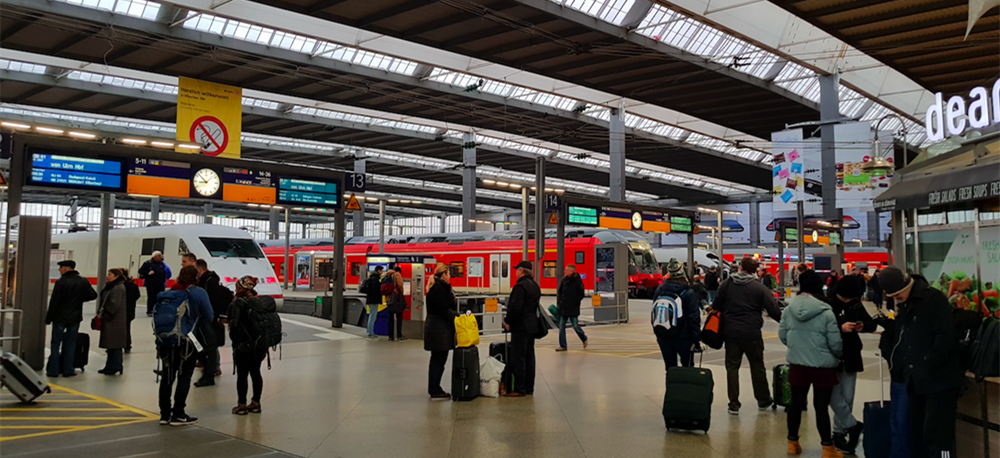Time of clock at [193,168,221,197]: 8:52
